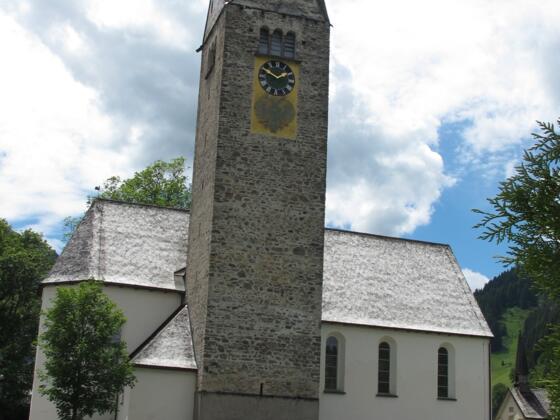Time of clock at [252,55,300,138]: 1:50
